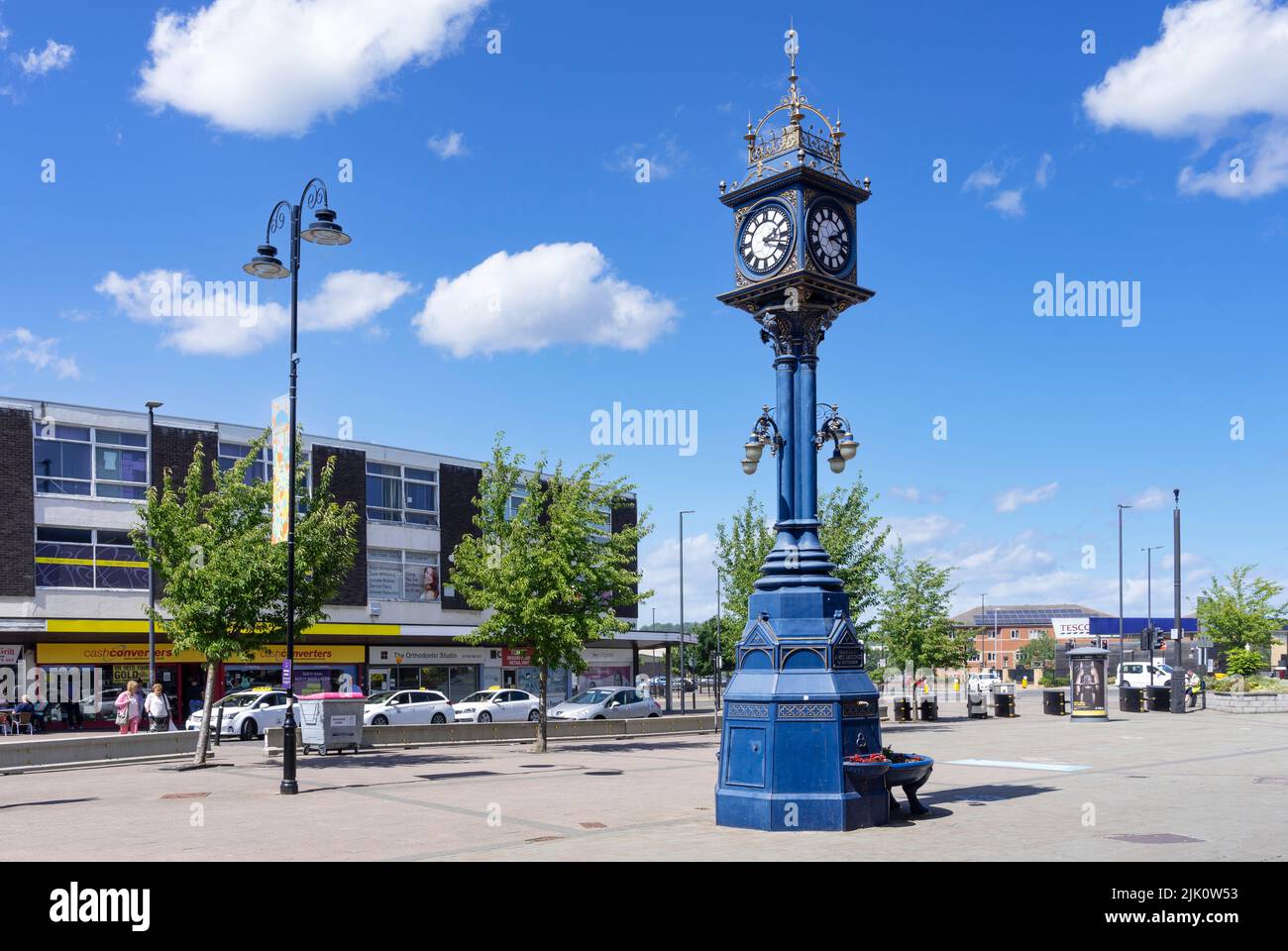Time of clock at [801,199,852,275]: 2:18
